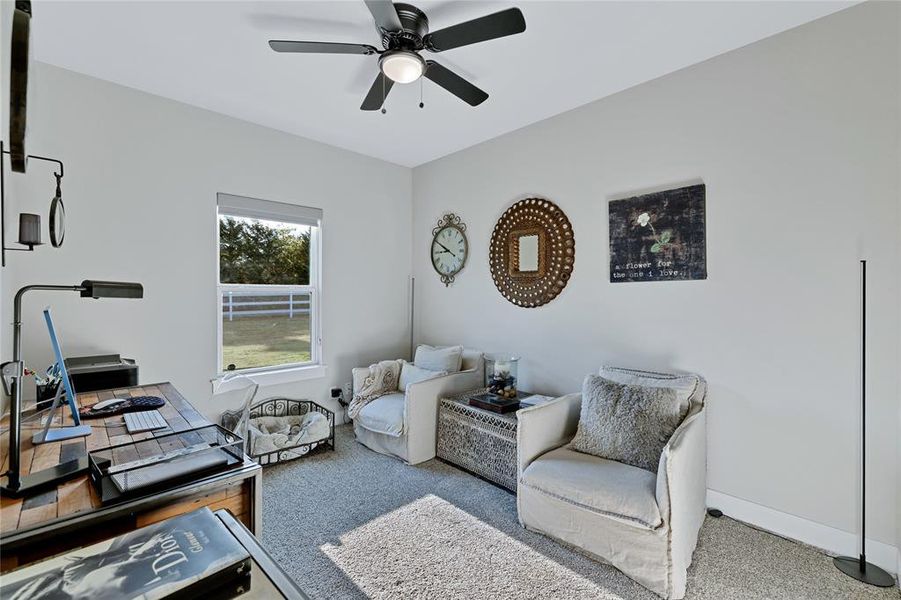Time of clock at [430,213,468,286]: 8:49
